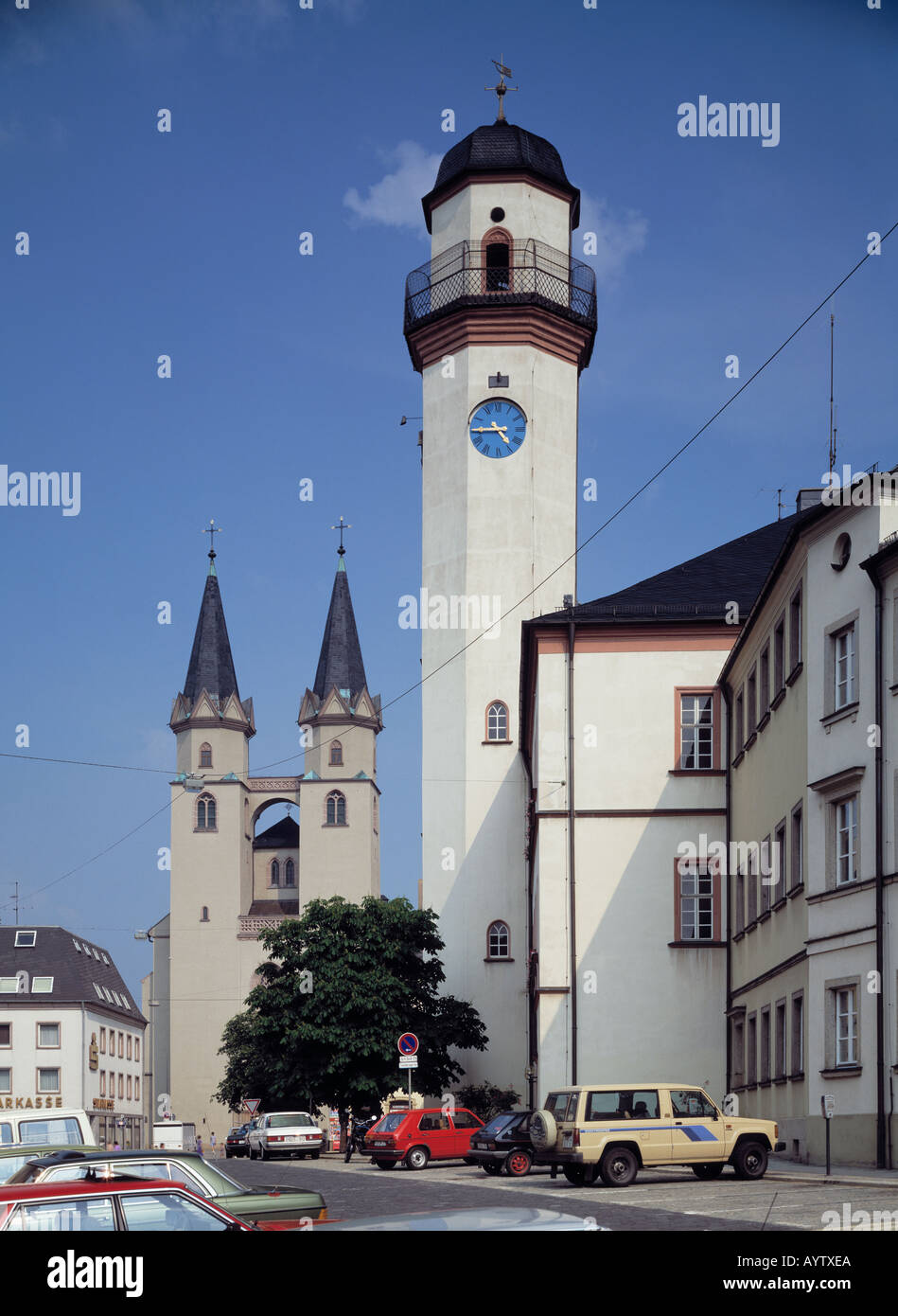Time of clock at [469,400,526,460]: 4:44
